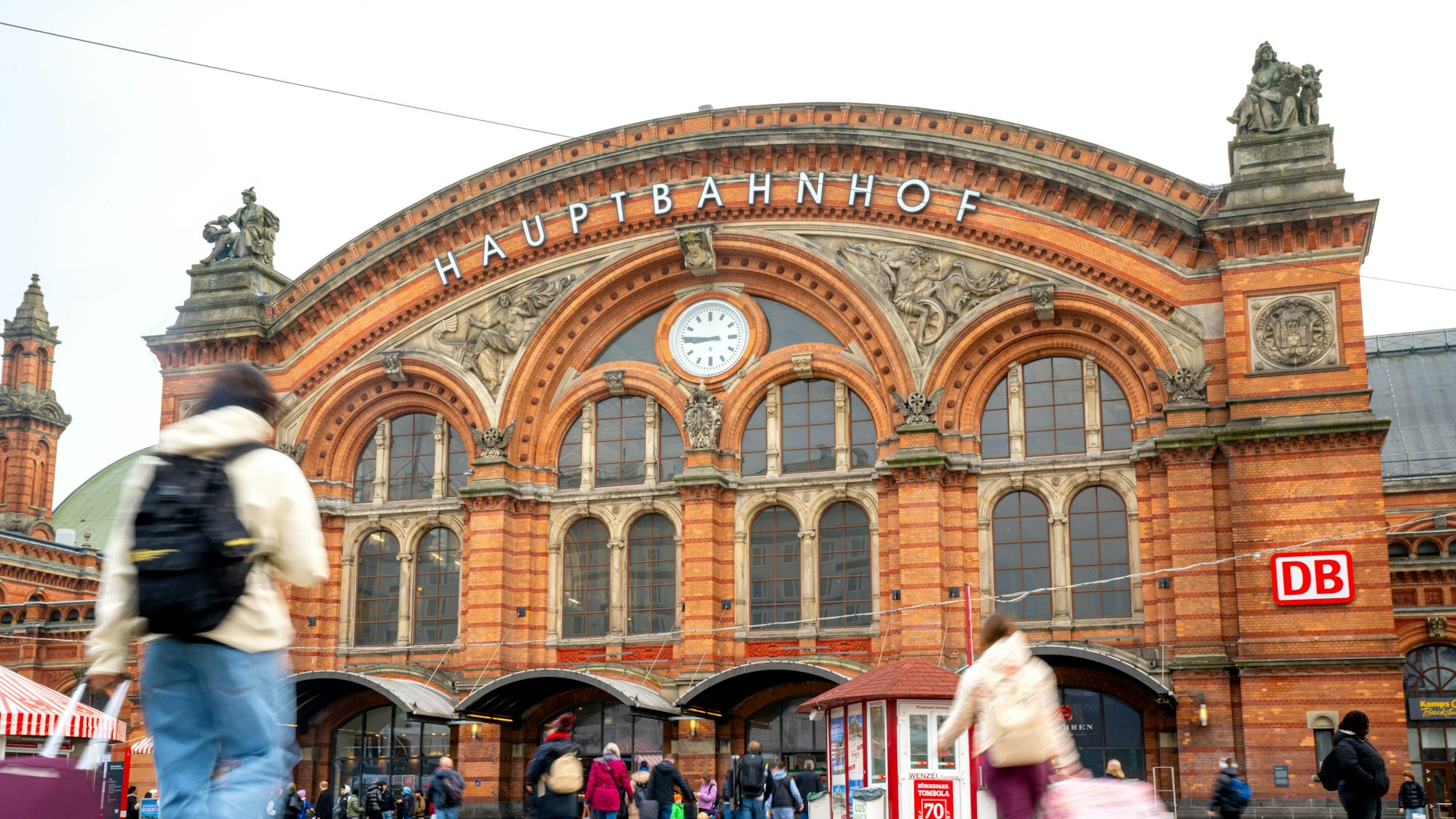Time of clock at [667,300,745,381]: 8:45
